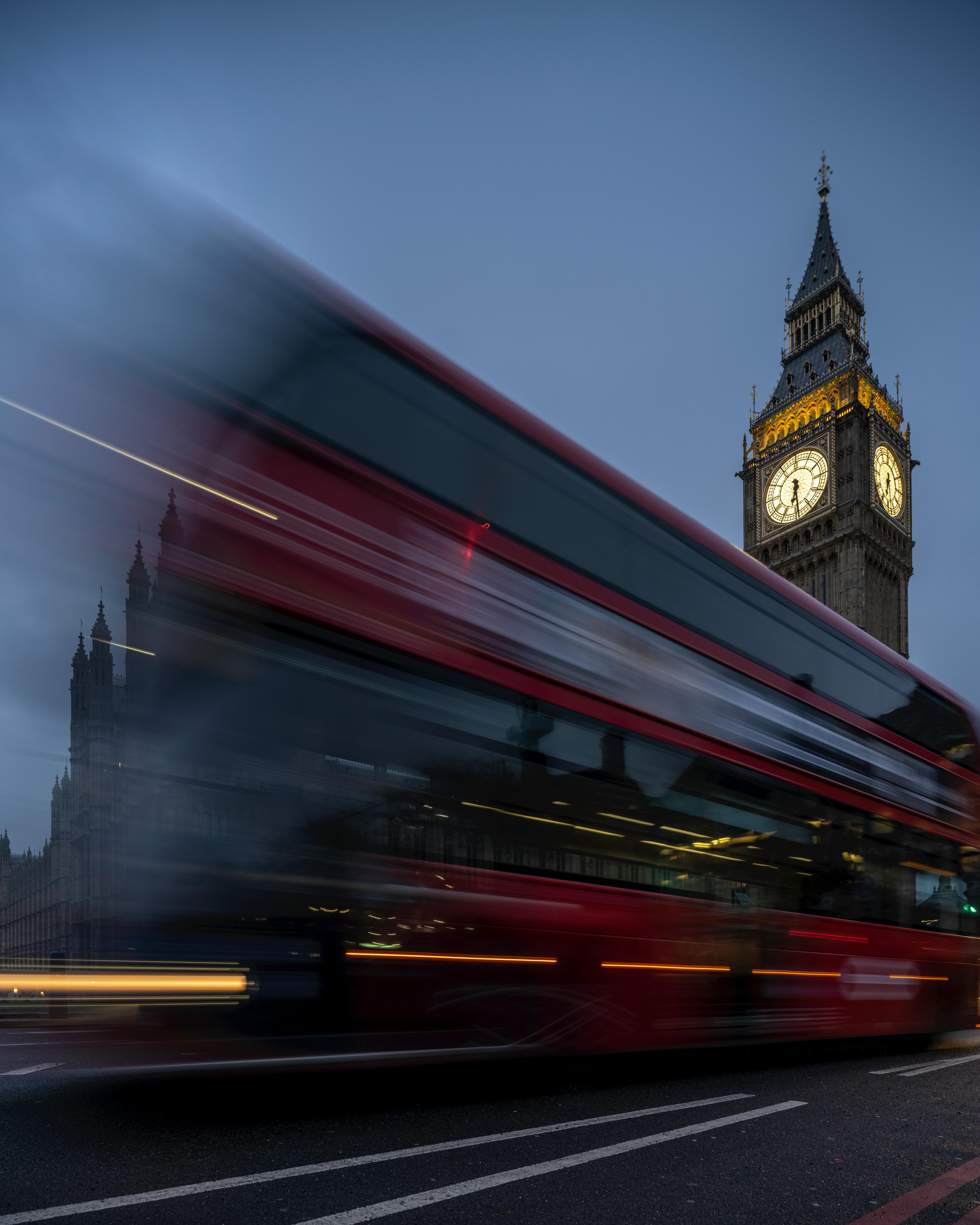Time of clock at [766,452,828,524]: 6:29
